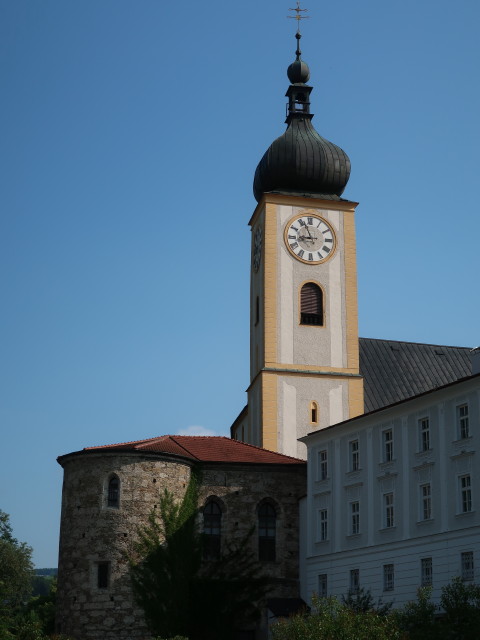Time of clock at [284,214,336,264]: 8:56
